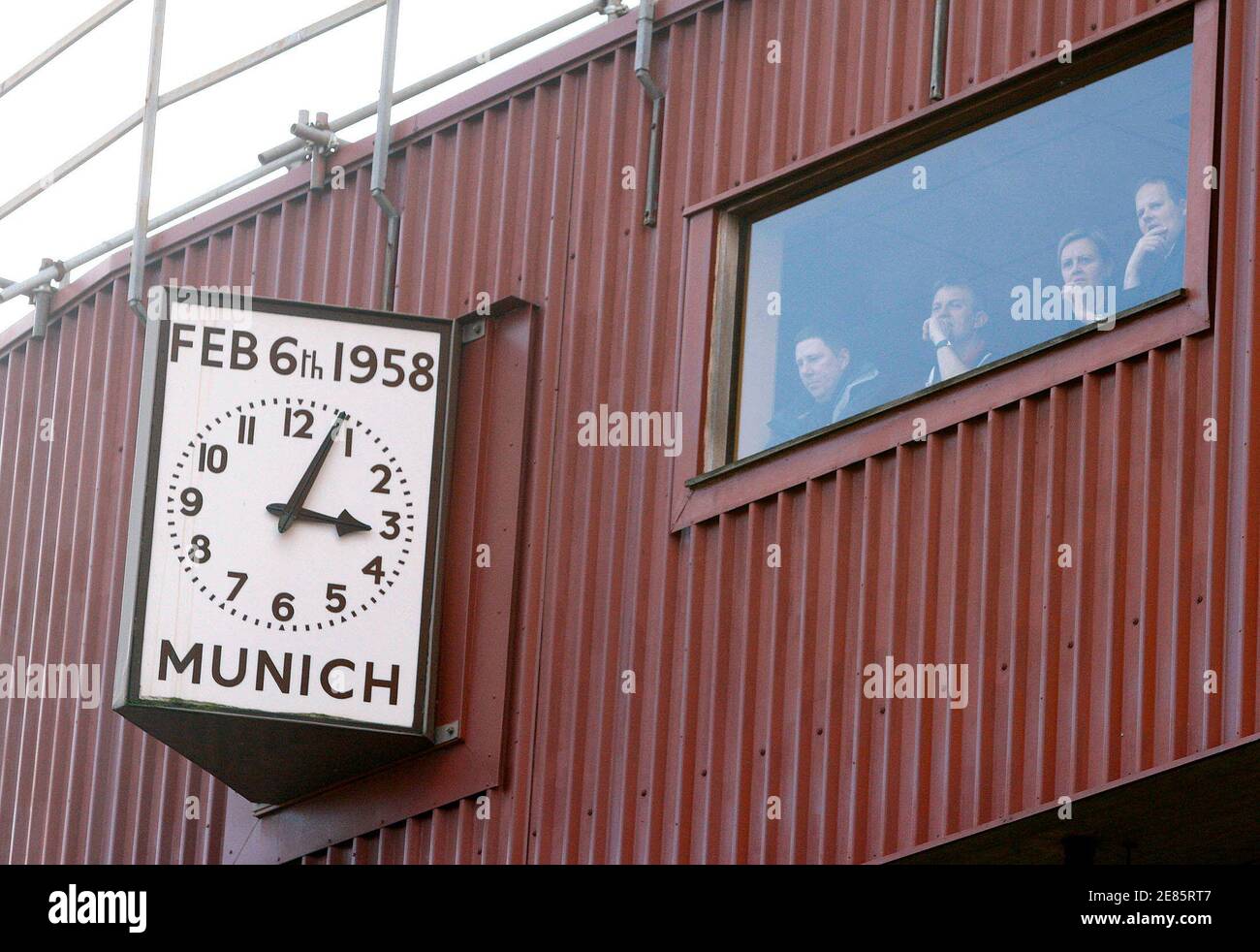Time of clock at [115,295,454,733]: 3:04
